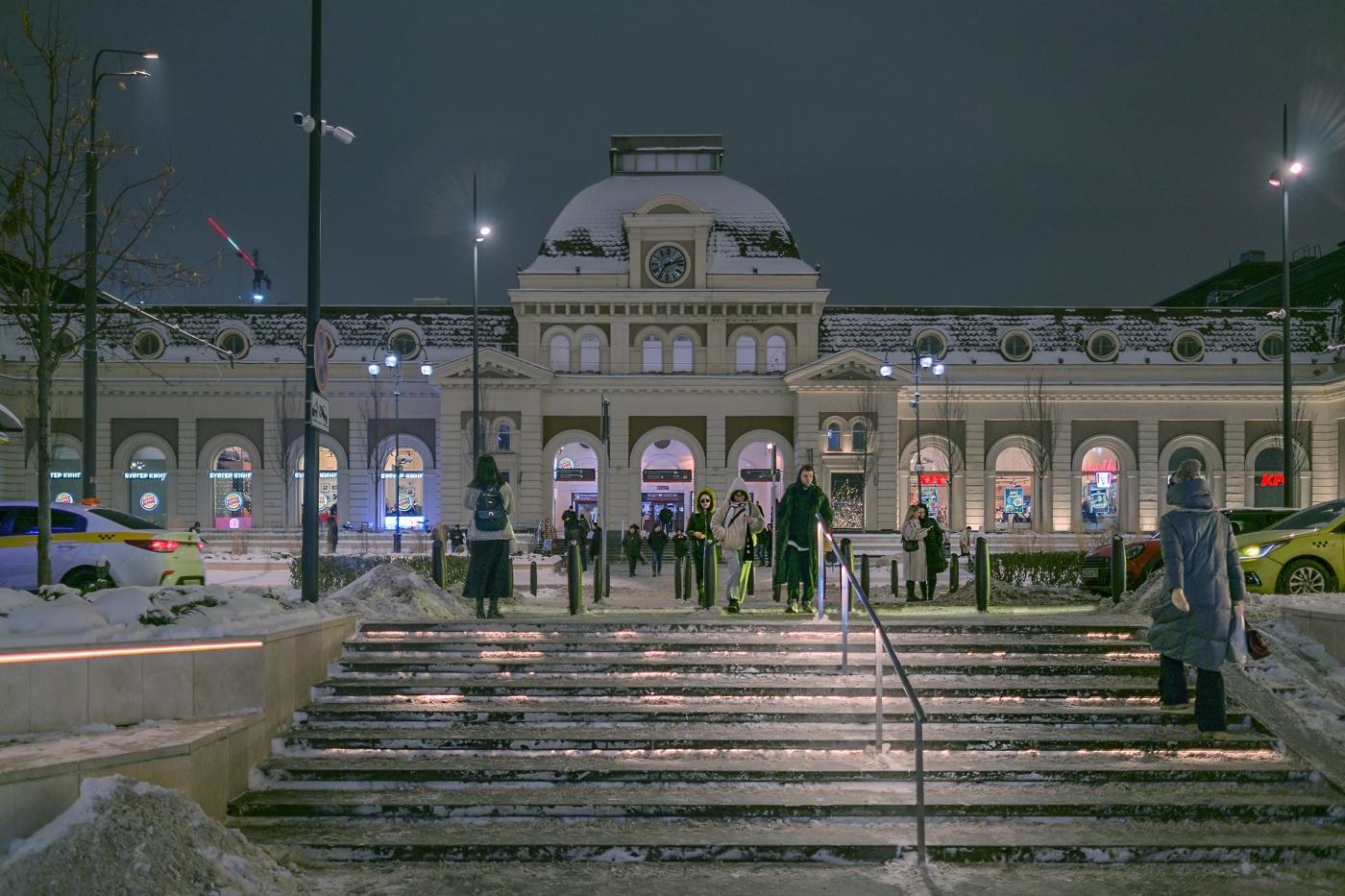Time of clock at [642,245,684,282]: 7:12
